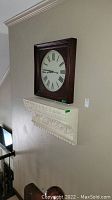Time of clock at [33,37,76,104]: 8:45
